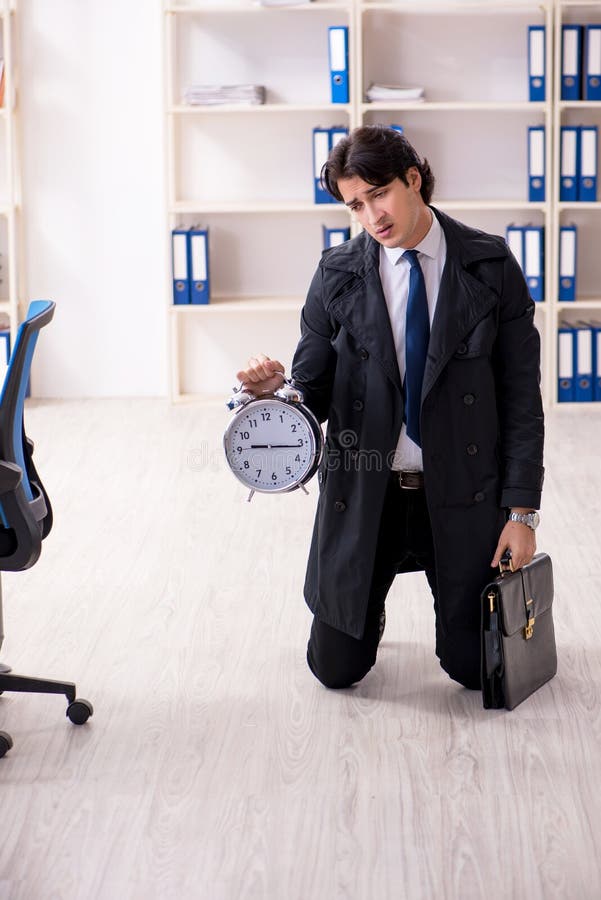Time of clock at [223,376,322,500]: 9:16
